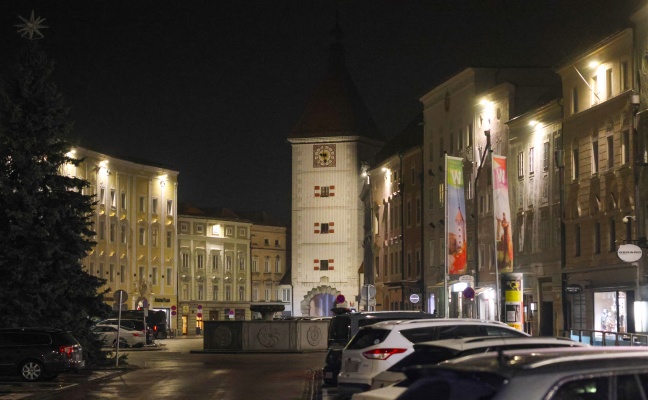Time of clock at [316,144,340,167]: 9:28
